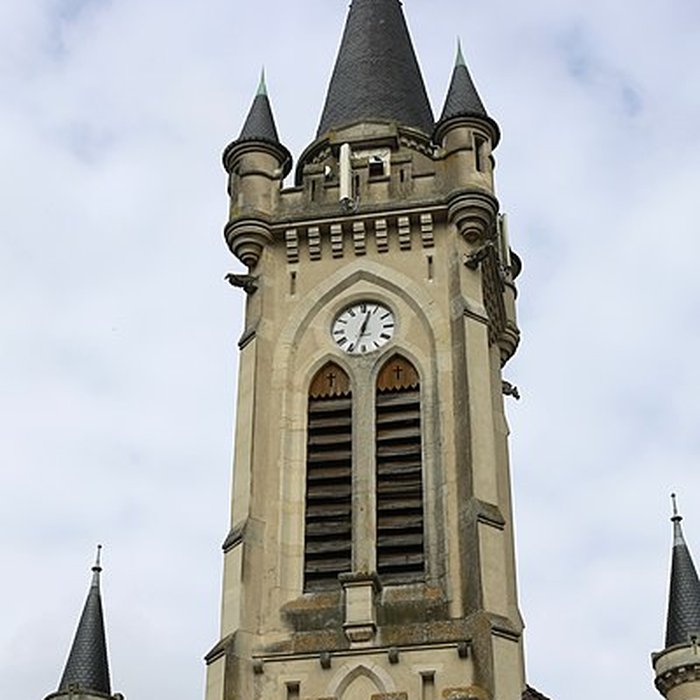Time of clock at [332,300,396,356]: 12:33
